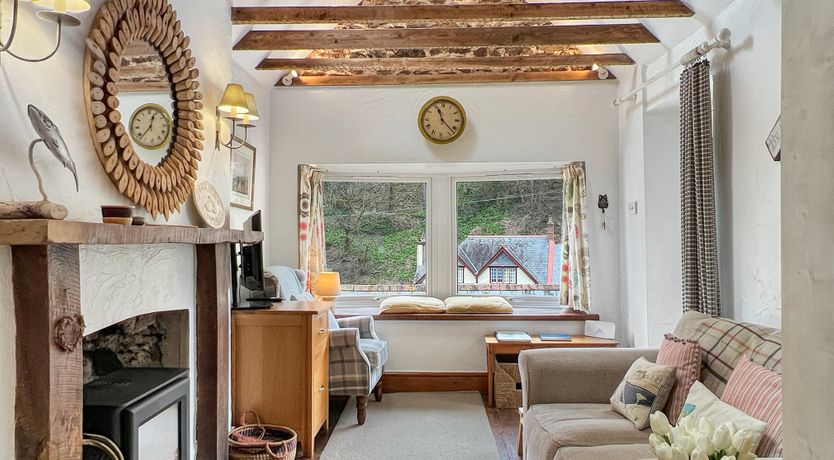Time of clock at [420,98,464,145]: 11:22
